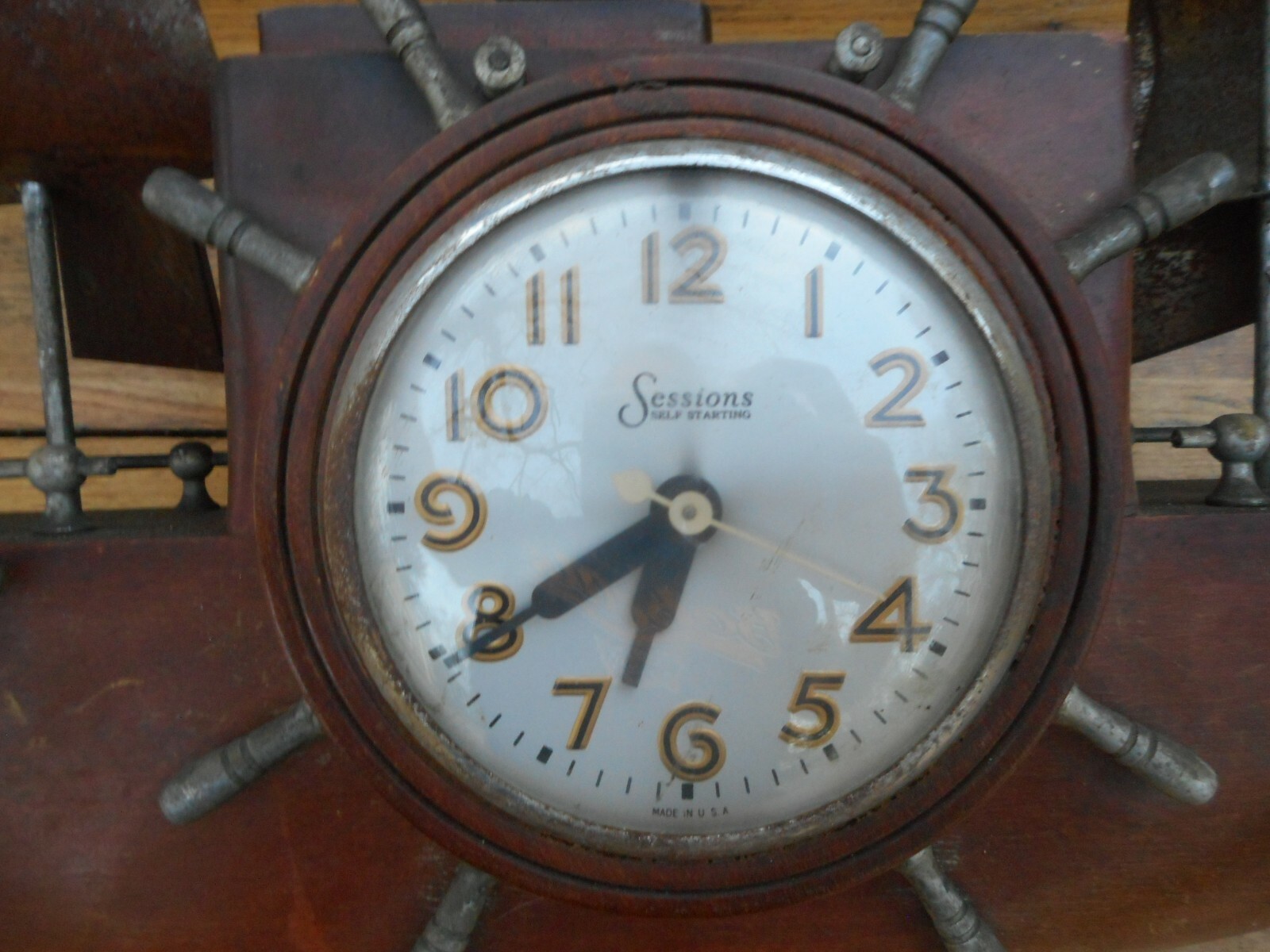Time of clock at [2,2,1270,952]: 6:39
